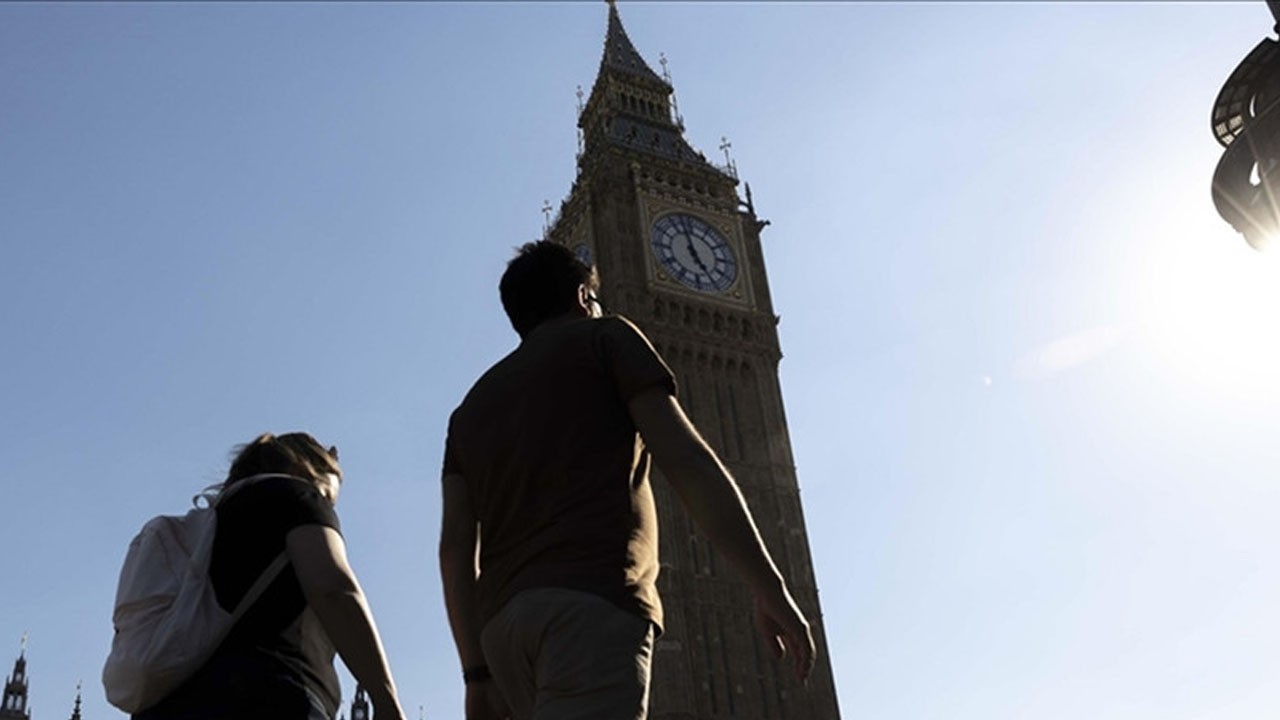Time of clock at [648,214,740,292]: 4:57
